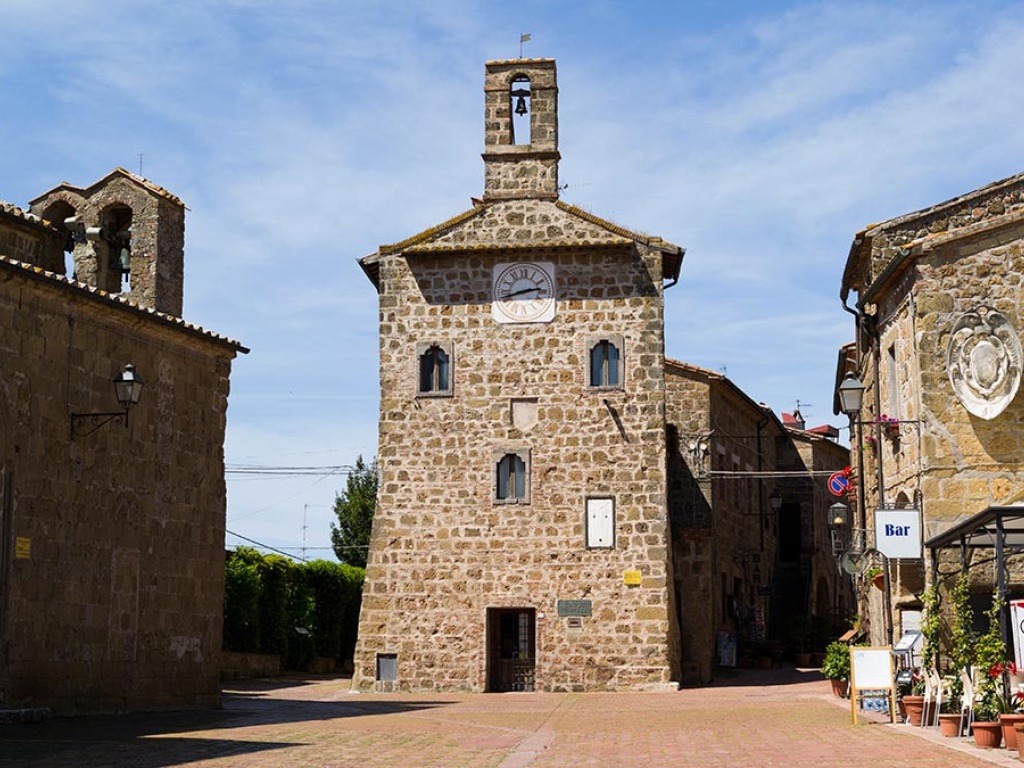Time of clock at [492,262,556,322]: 2:42
